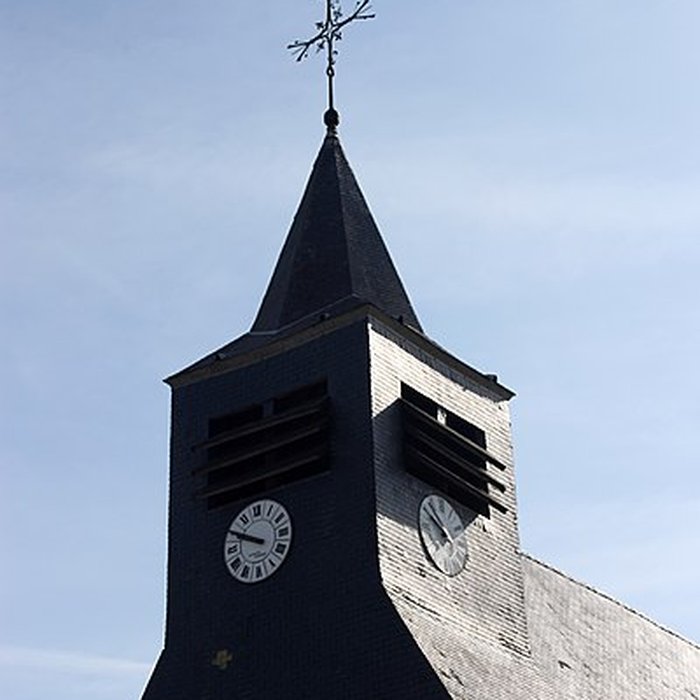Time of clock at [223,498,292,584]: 9:50
